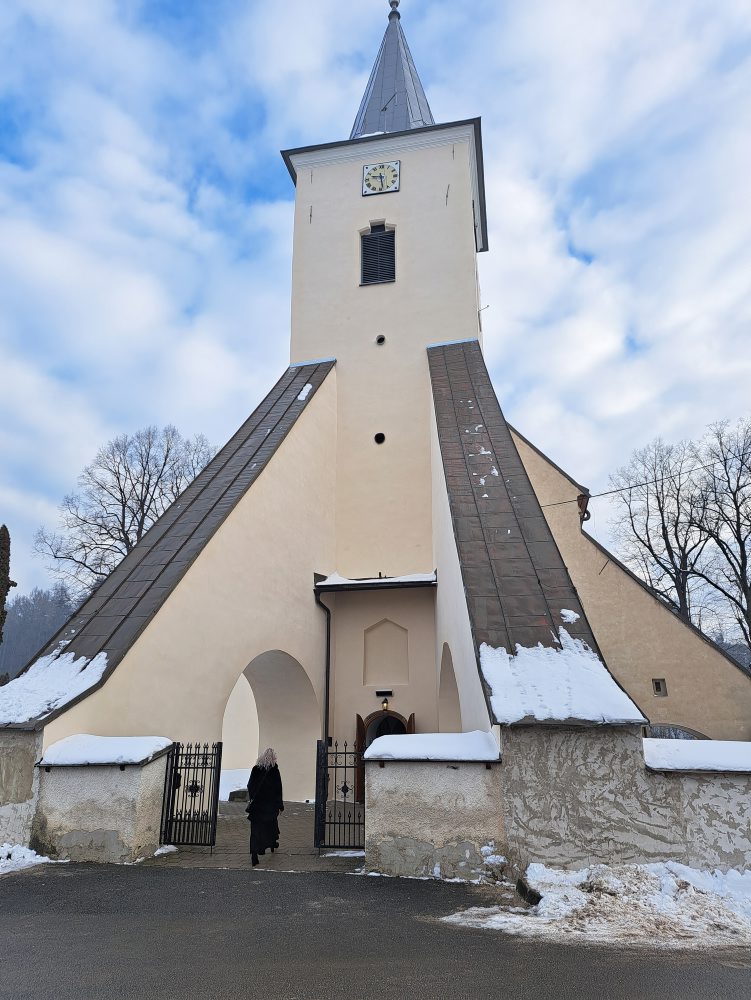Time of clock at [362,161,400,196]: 9:28
